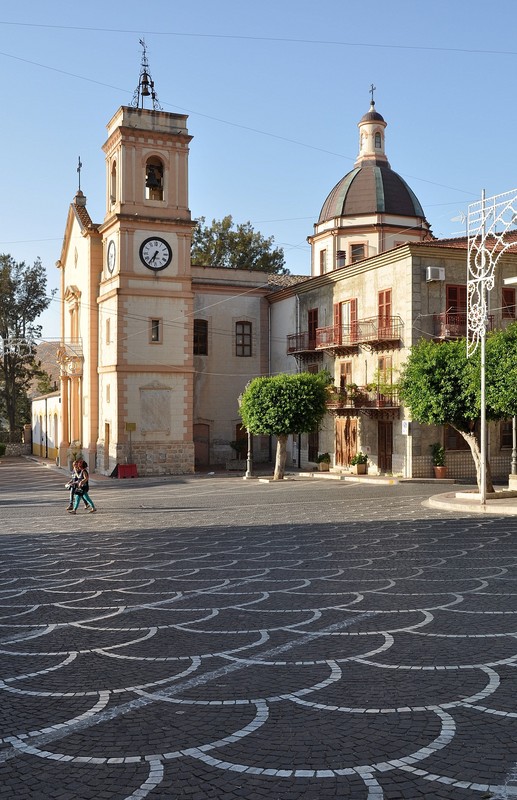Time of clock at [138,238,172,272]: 6:36
